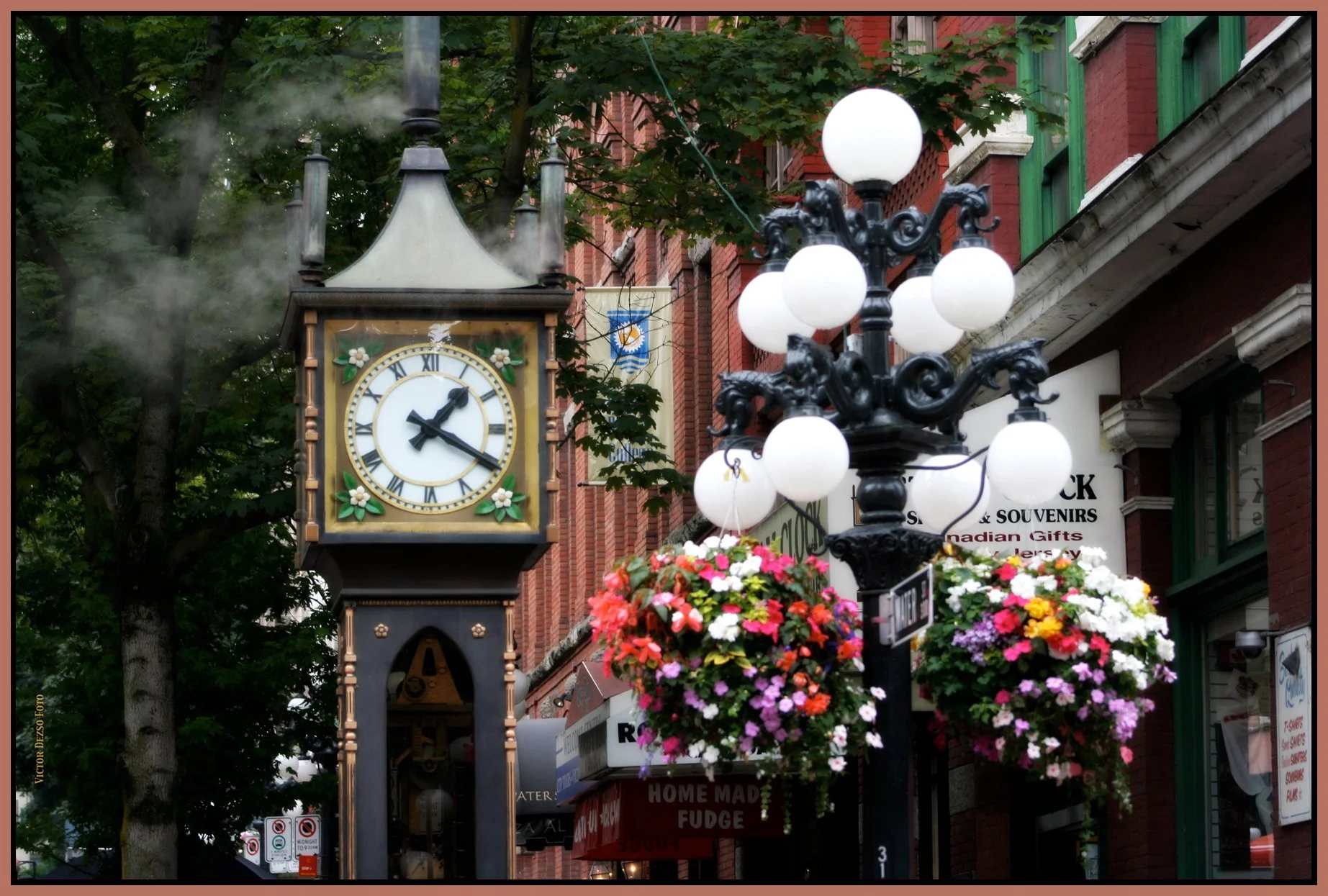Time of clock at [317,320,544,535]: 1:20
